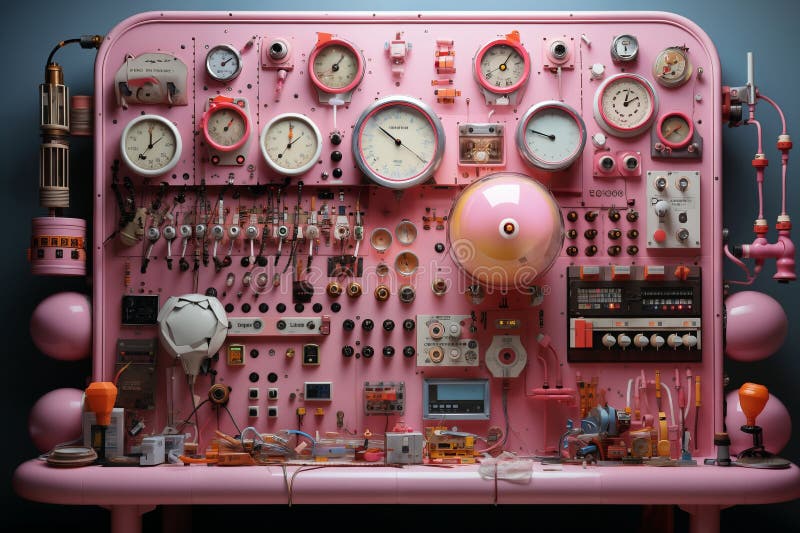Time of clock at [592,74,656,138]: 2:02
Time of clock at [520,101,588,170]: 9:48
